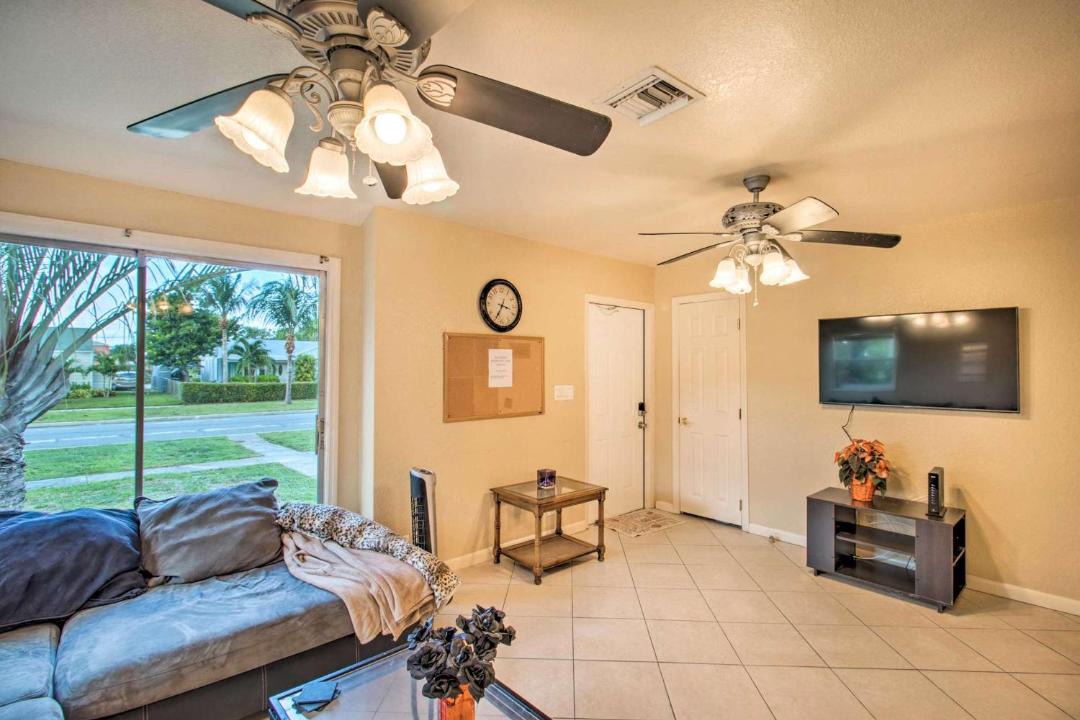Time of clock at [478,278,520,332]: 3:34
